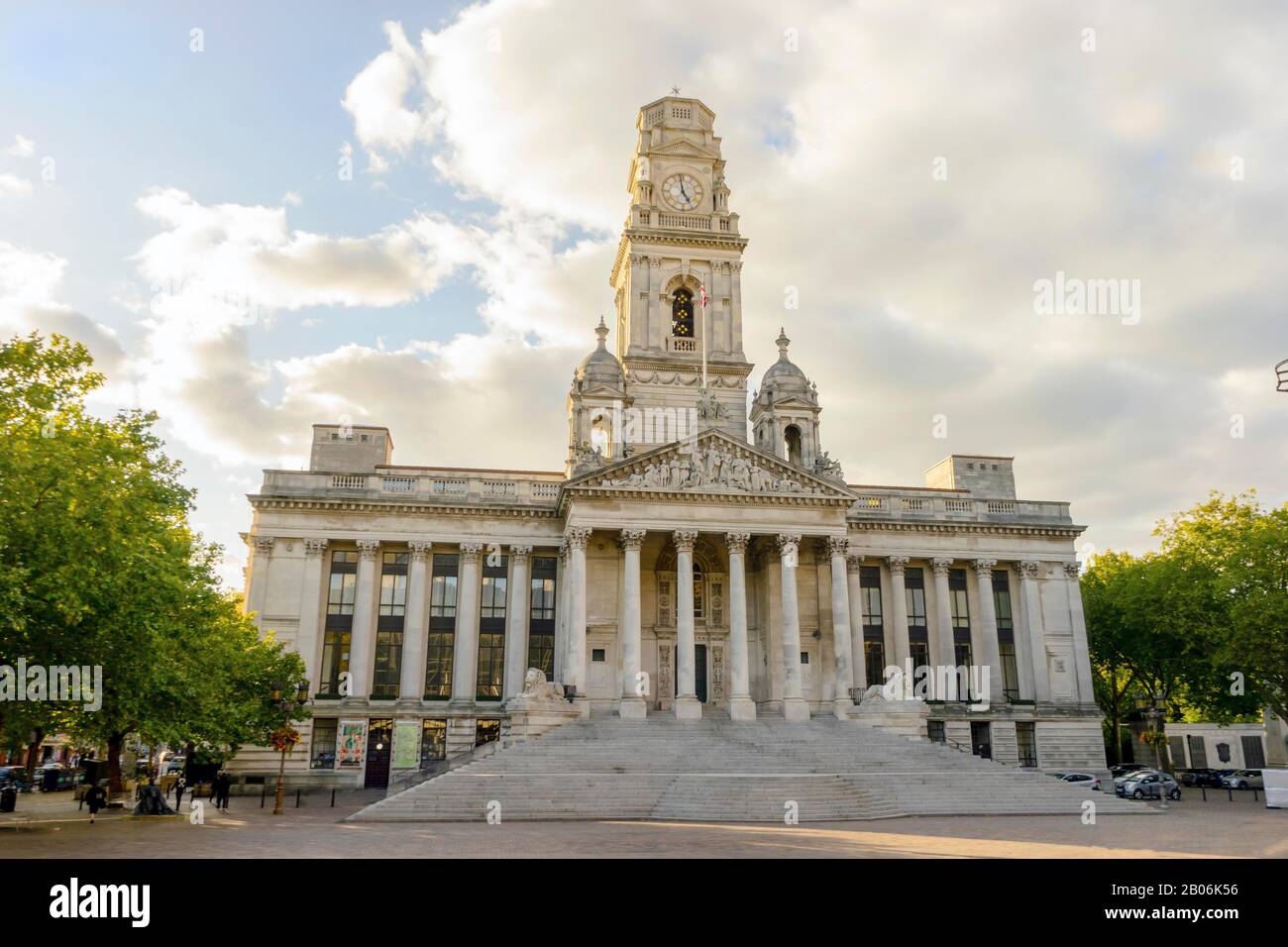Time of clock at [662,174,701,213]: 4:58
